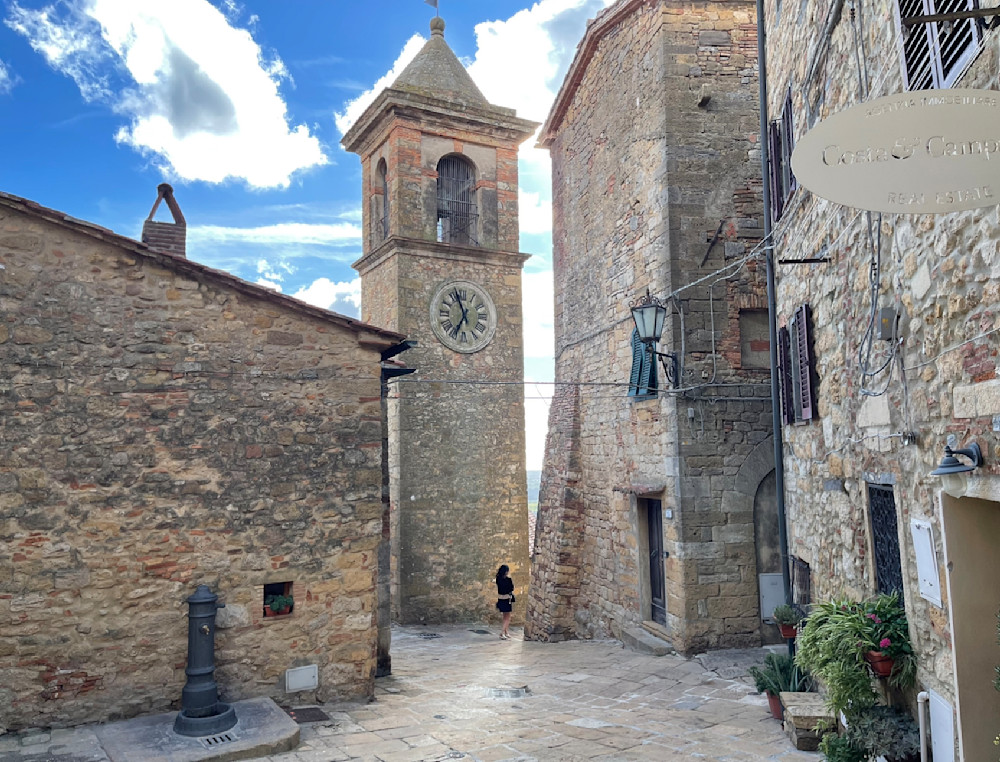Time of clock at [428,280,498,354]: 6:57
